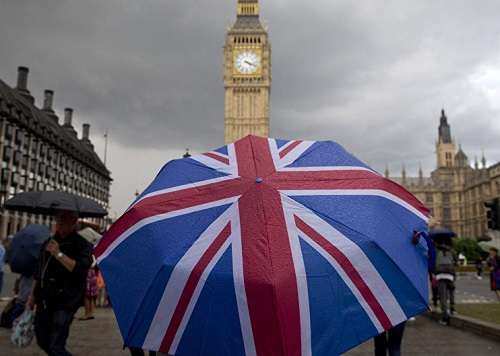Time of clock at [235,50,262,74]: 4:18
